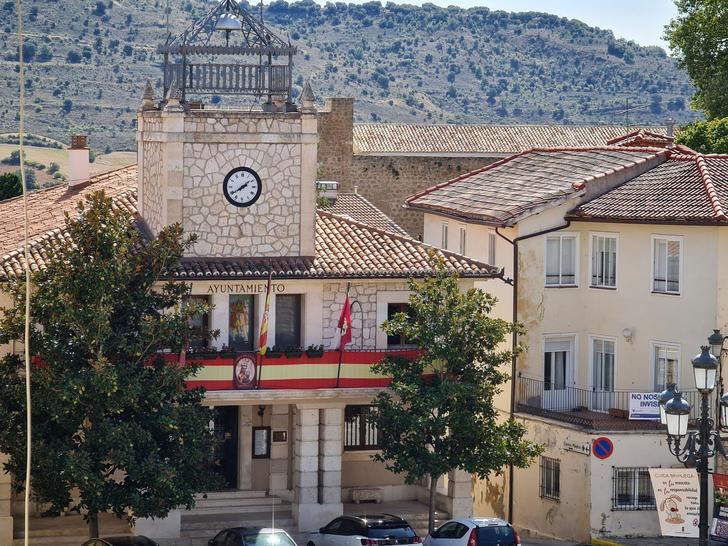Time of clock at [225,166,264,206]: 1:39
